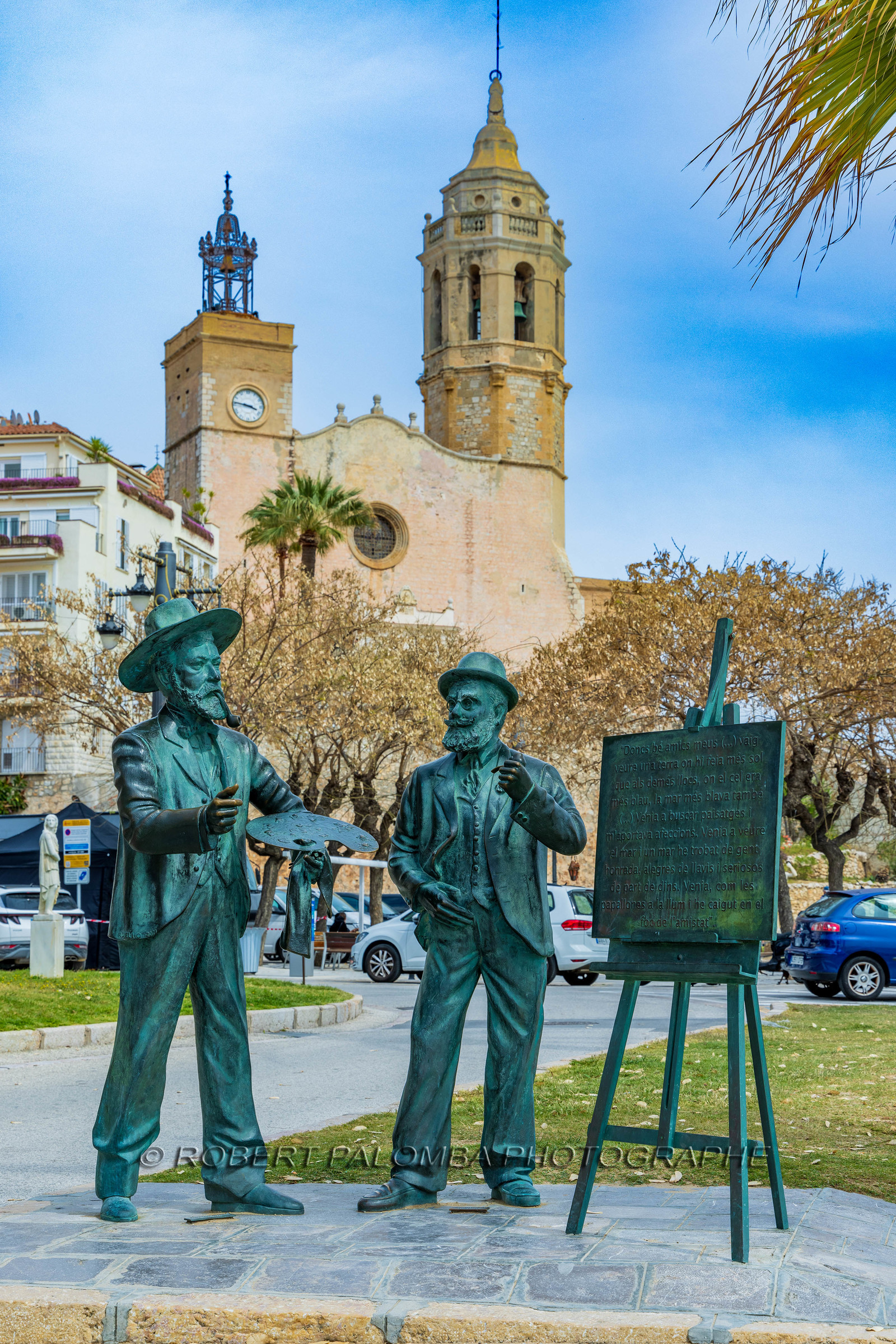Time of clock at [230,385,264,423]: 3:46
